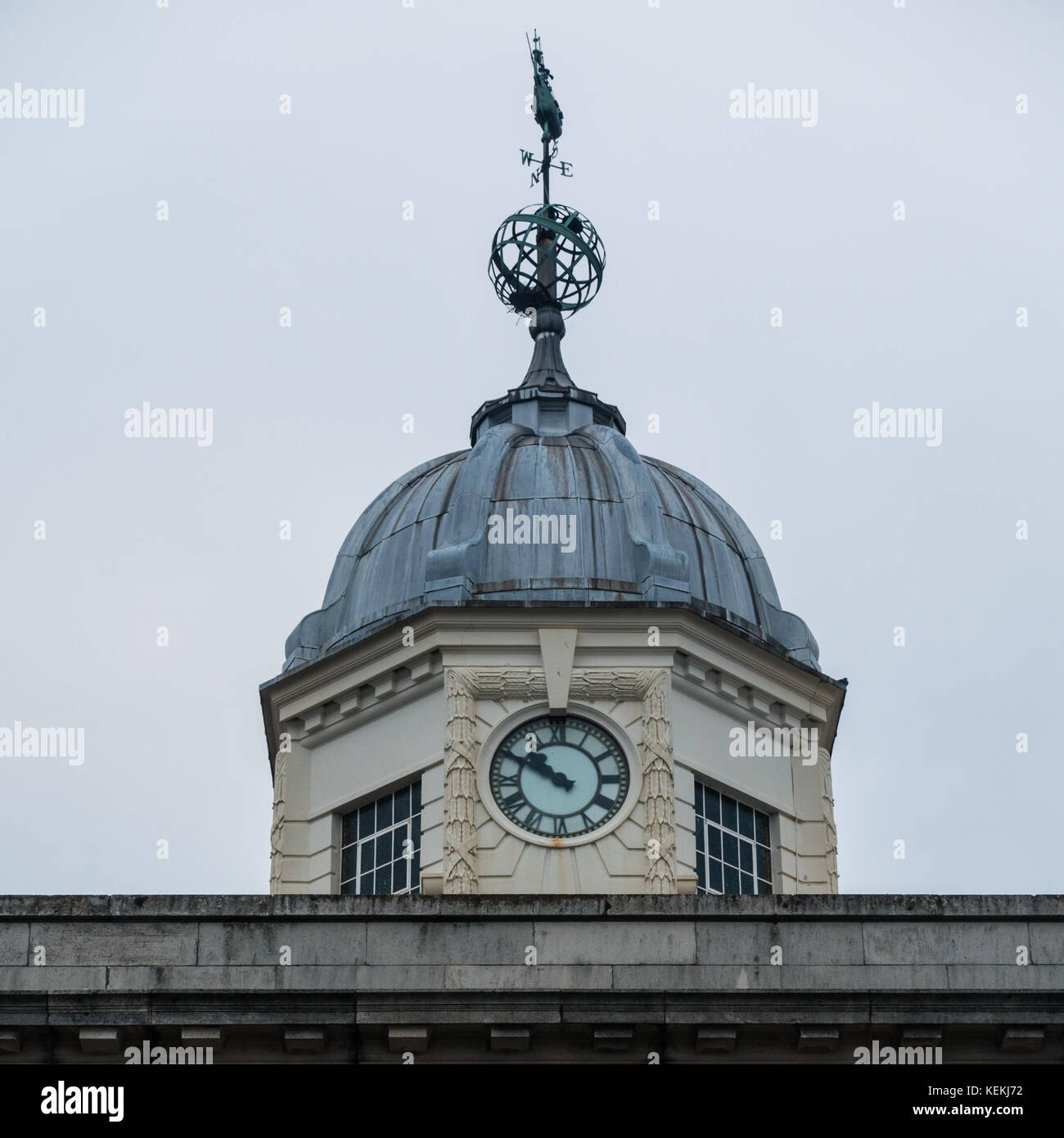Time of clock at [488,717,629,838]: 10:50
